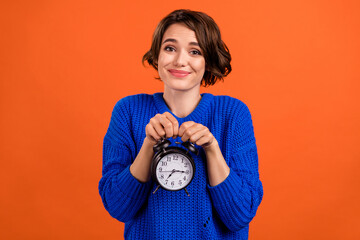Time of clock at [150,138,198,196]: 7:15
